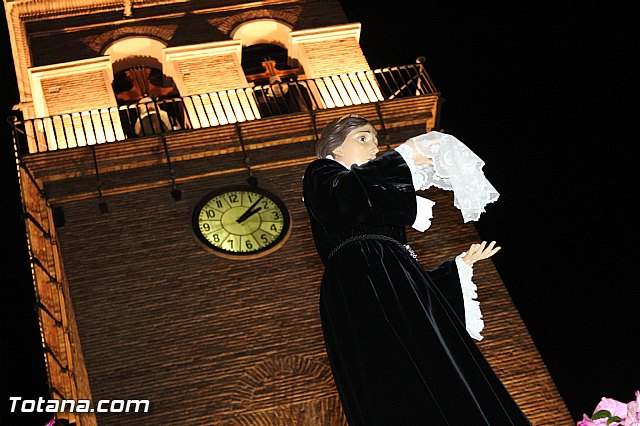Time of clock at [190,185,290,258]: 2:07
